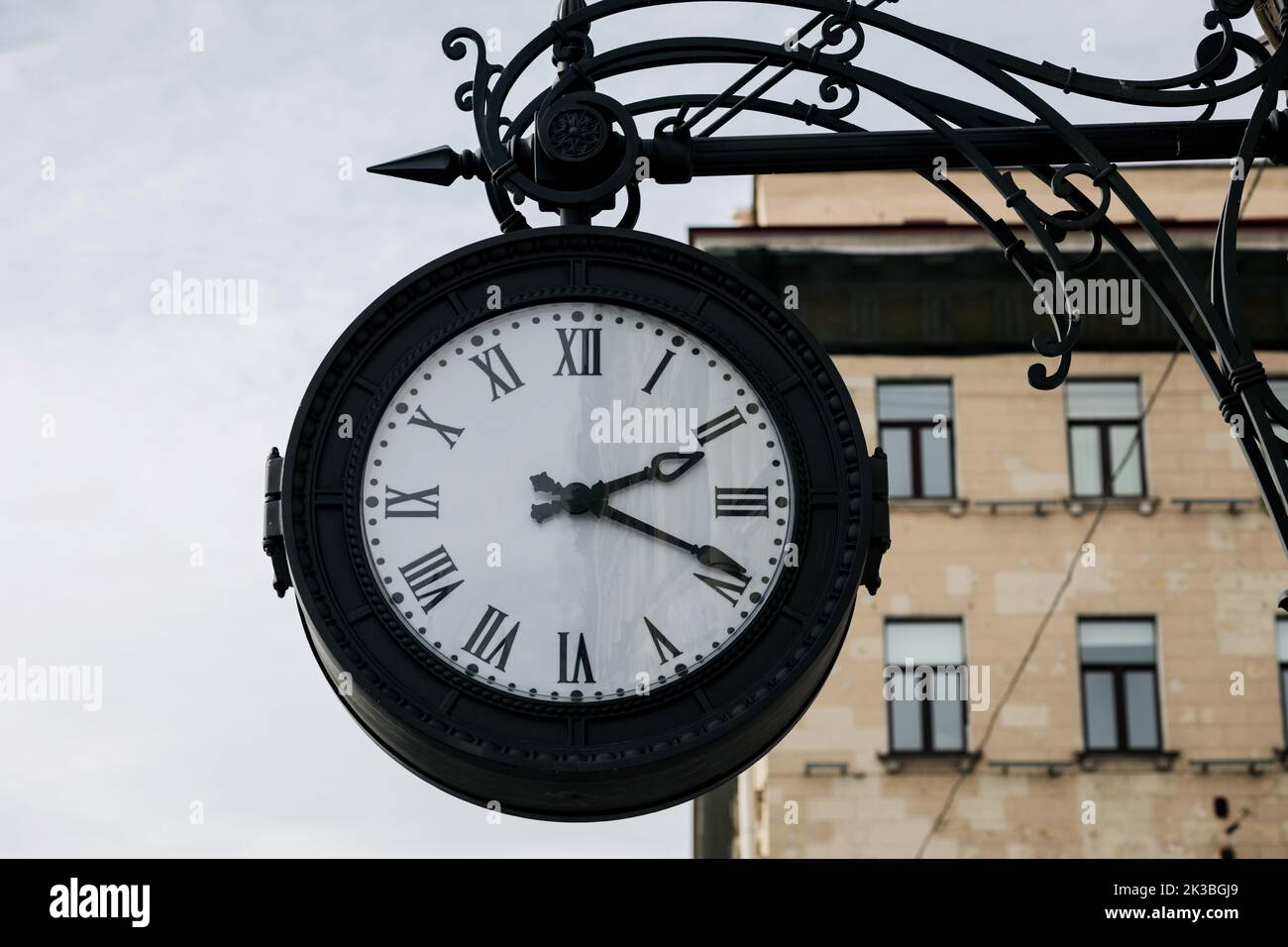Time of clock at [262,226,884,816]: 2:18
